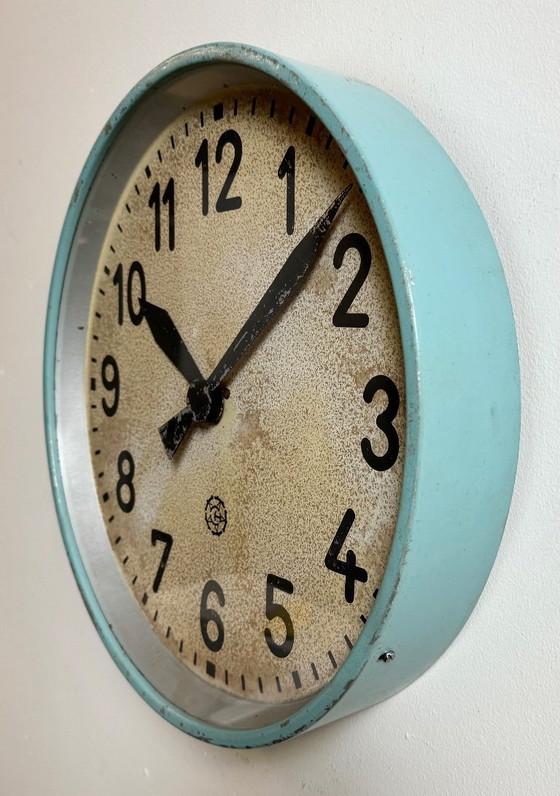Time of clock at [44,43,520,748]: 10:07
